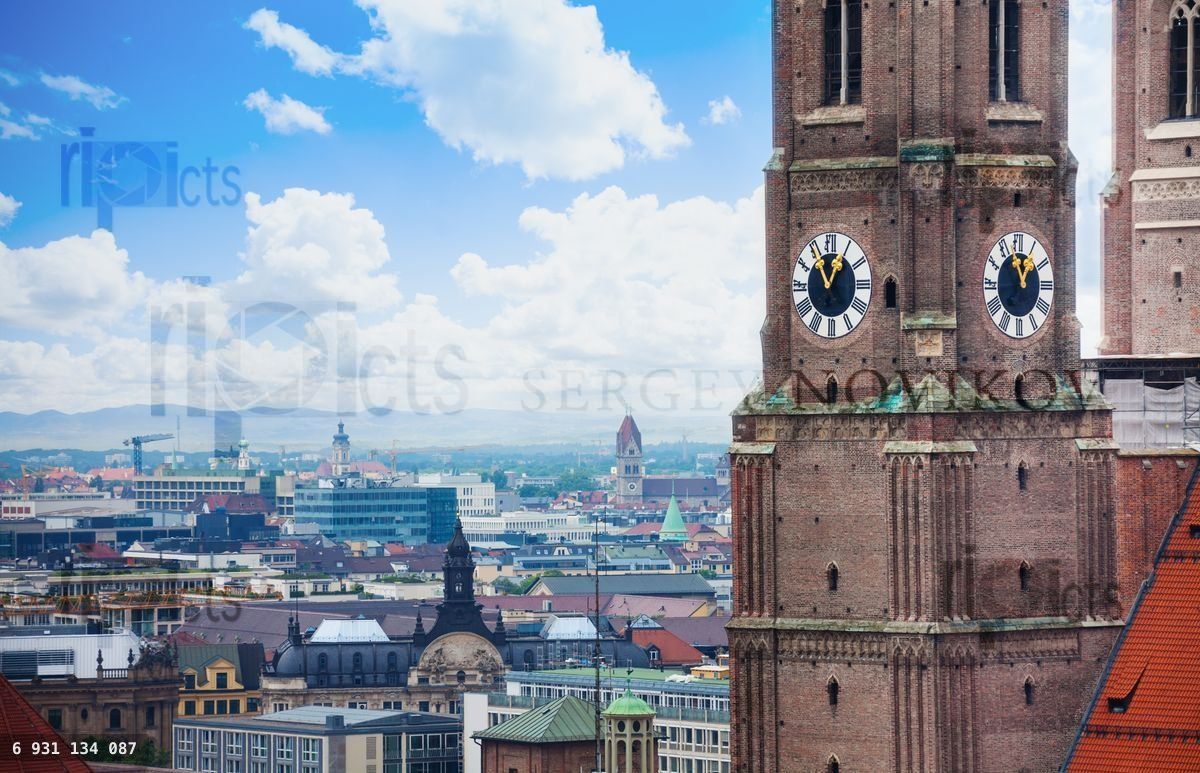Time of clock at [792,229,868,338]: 12:55
